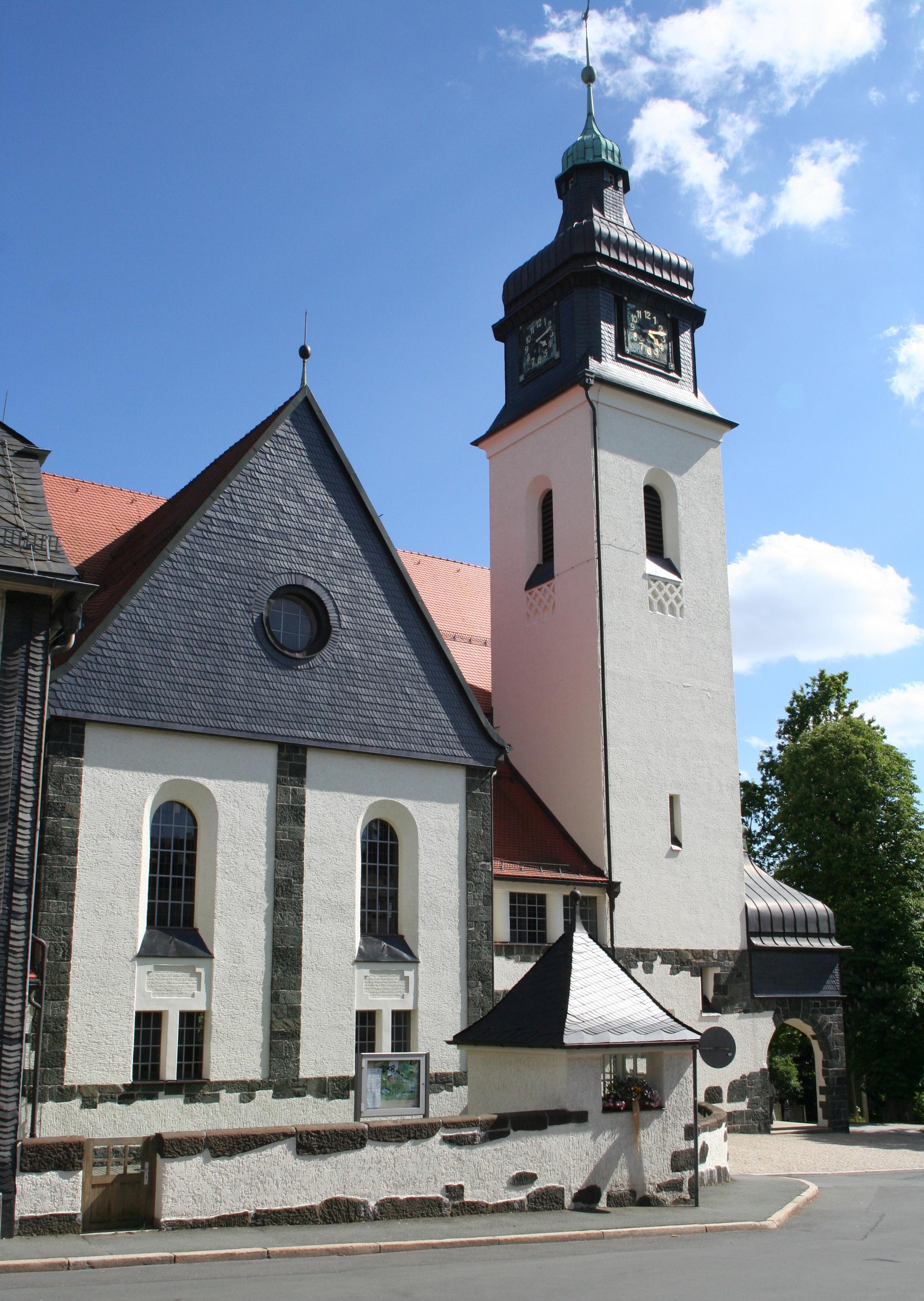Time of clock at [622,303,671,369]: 4:12
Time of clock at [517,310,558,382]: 4:12
